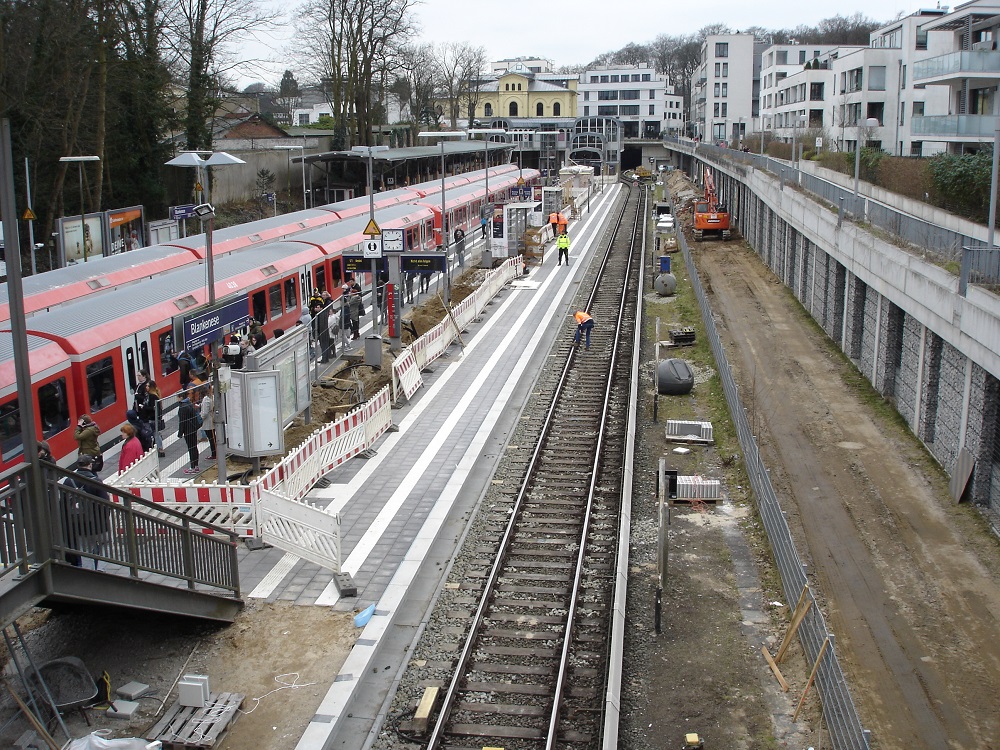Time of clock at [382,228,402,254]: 2:45
